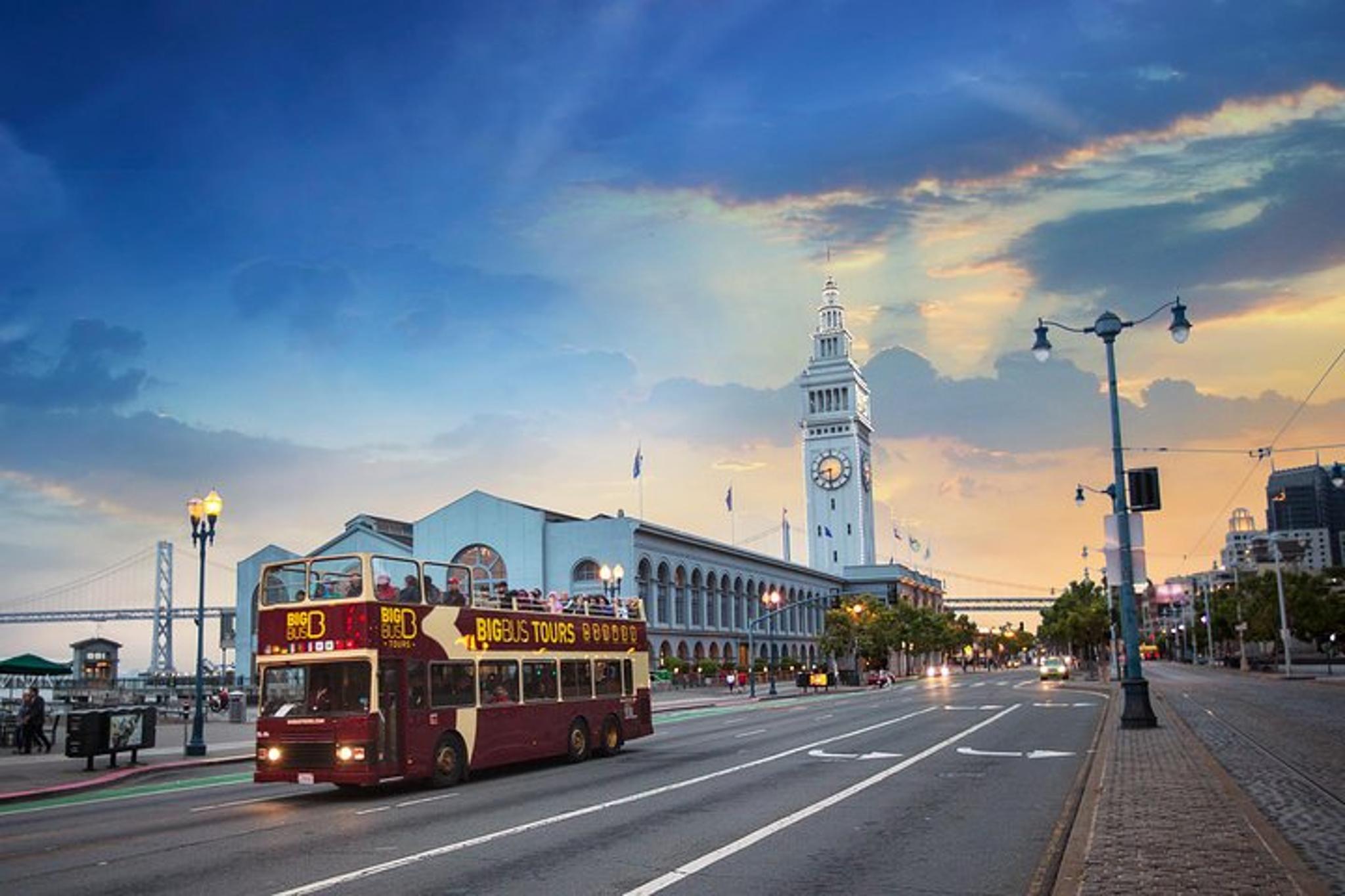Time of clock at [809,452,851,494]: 8:30
